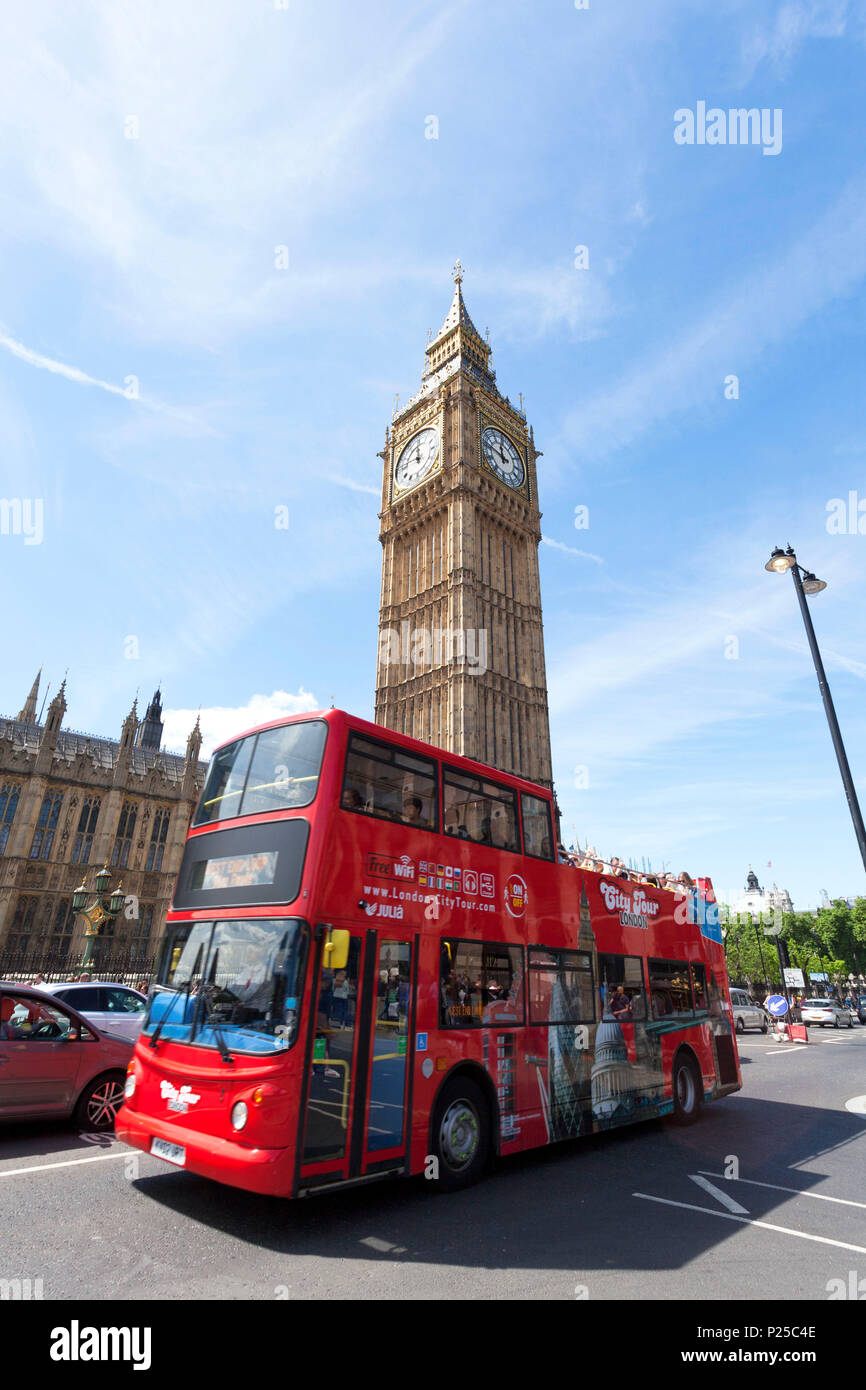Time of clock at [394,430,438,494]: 11:46
